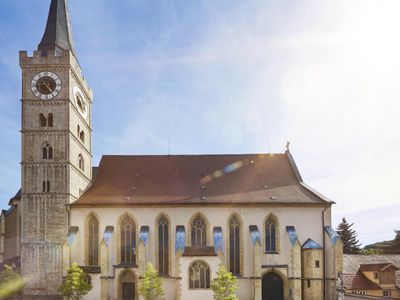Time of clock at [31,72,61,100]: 1:23
